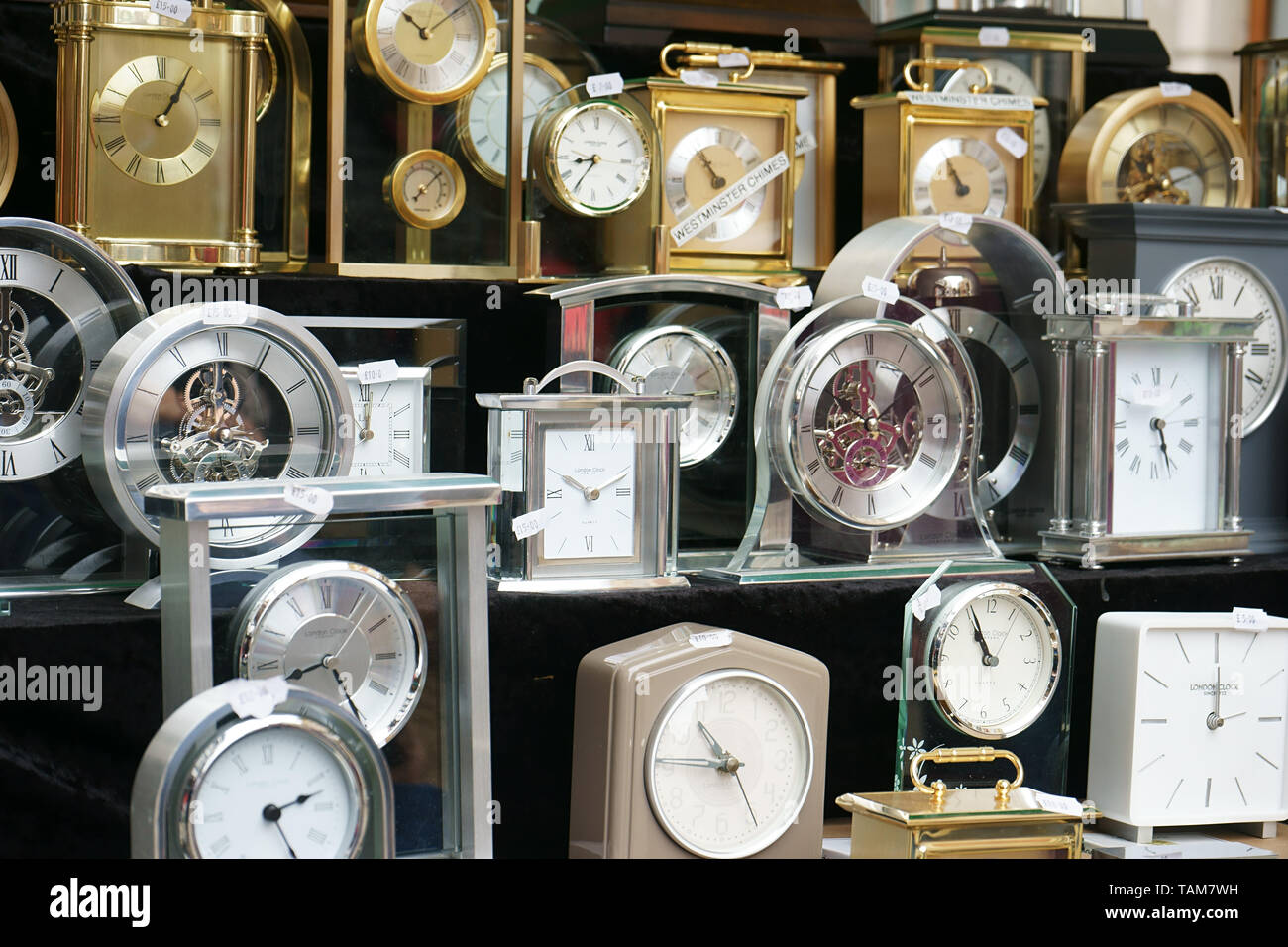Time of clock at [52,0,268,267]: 1:05
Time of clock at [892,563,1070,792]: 10:56
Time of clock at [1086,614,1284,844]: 12:00
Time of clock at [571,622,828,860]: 10:45
